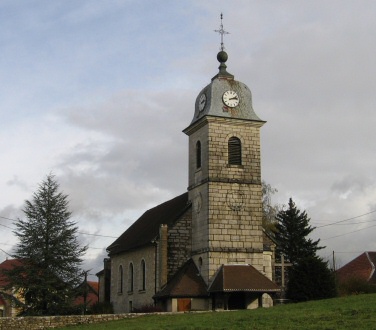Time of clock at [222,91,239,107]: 2:13
